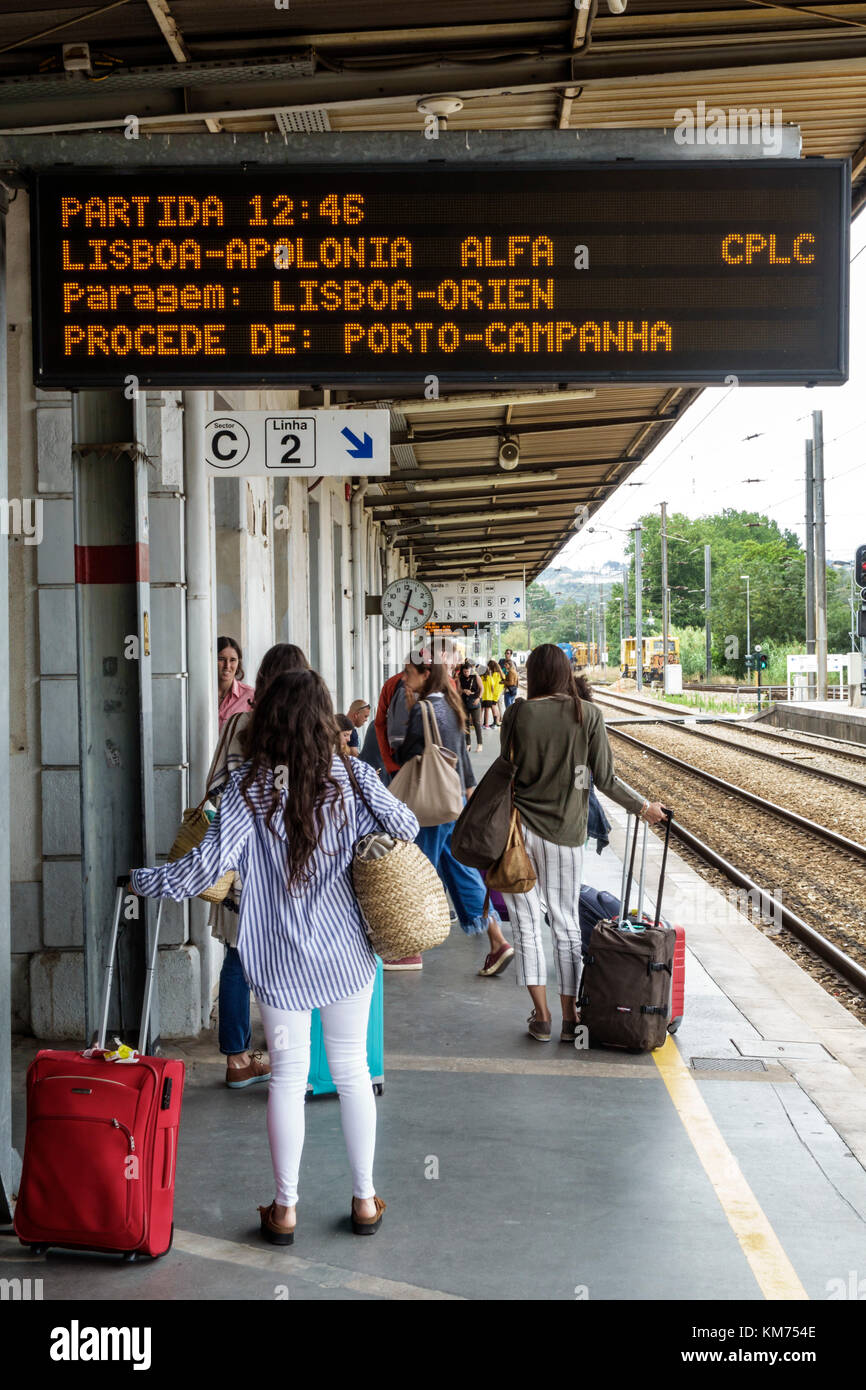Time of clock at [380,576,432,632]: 12:32
